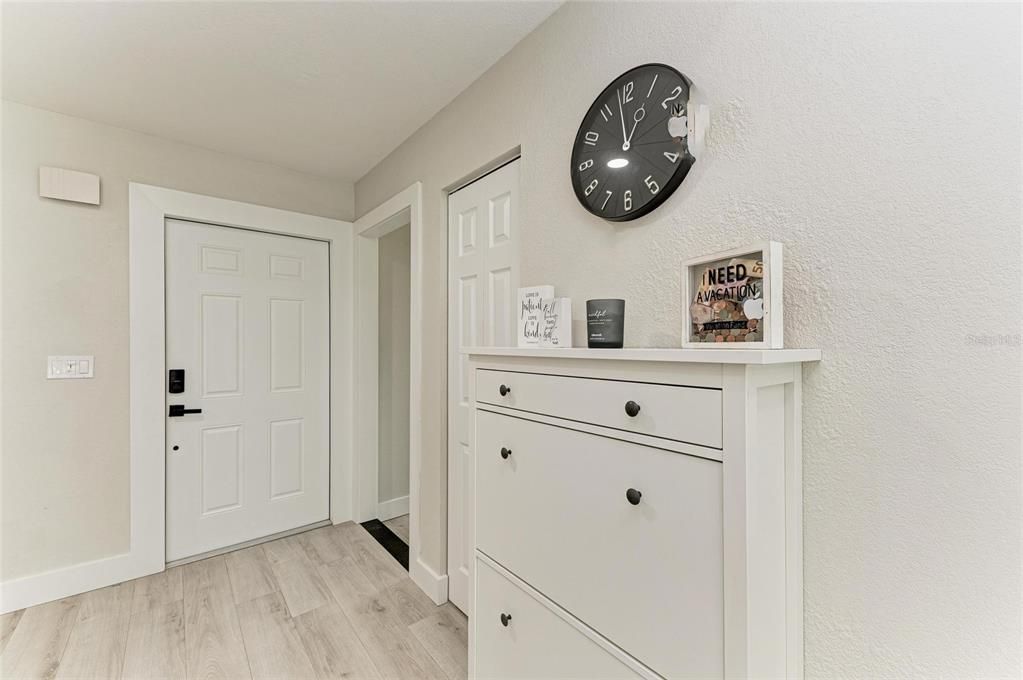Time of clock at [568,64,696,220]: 12:58
